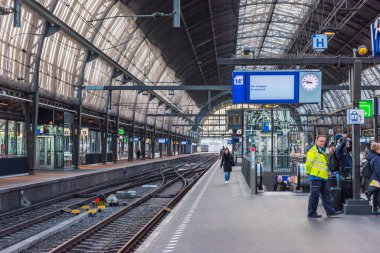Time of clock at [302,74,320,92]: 8:47
